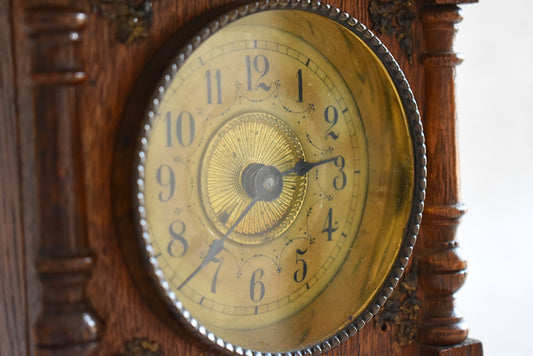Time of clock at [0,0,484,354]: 2:37
